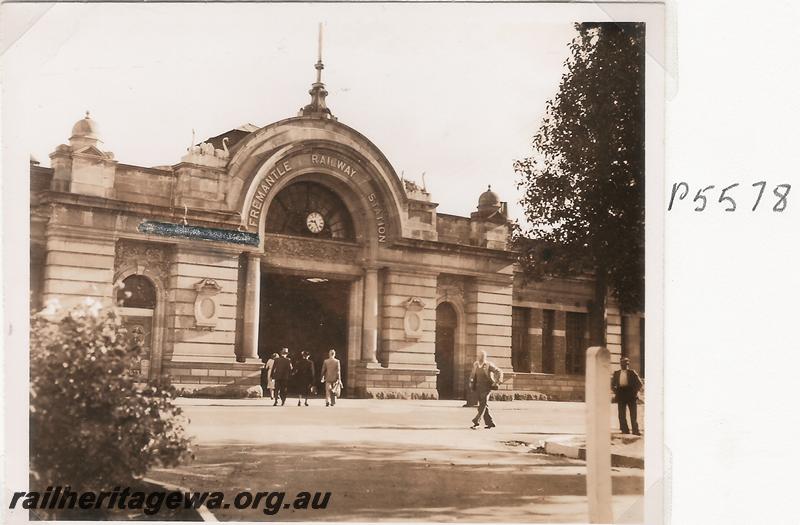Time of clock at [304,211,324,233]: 9:25
